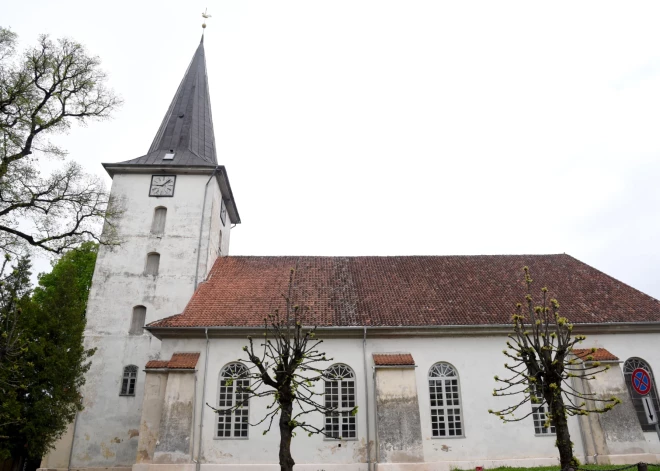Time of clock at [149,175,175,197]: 9:07
